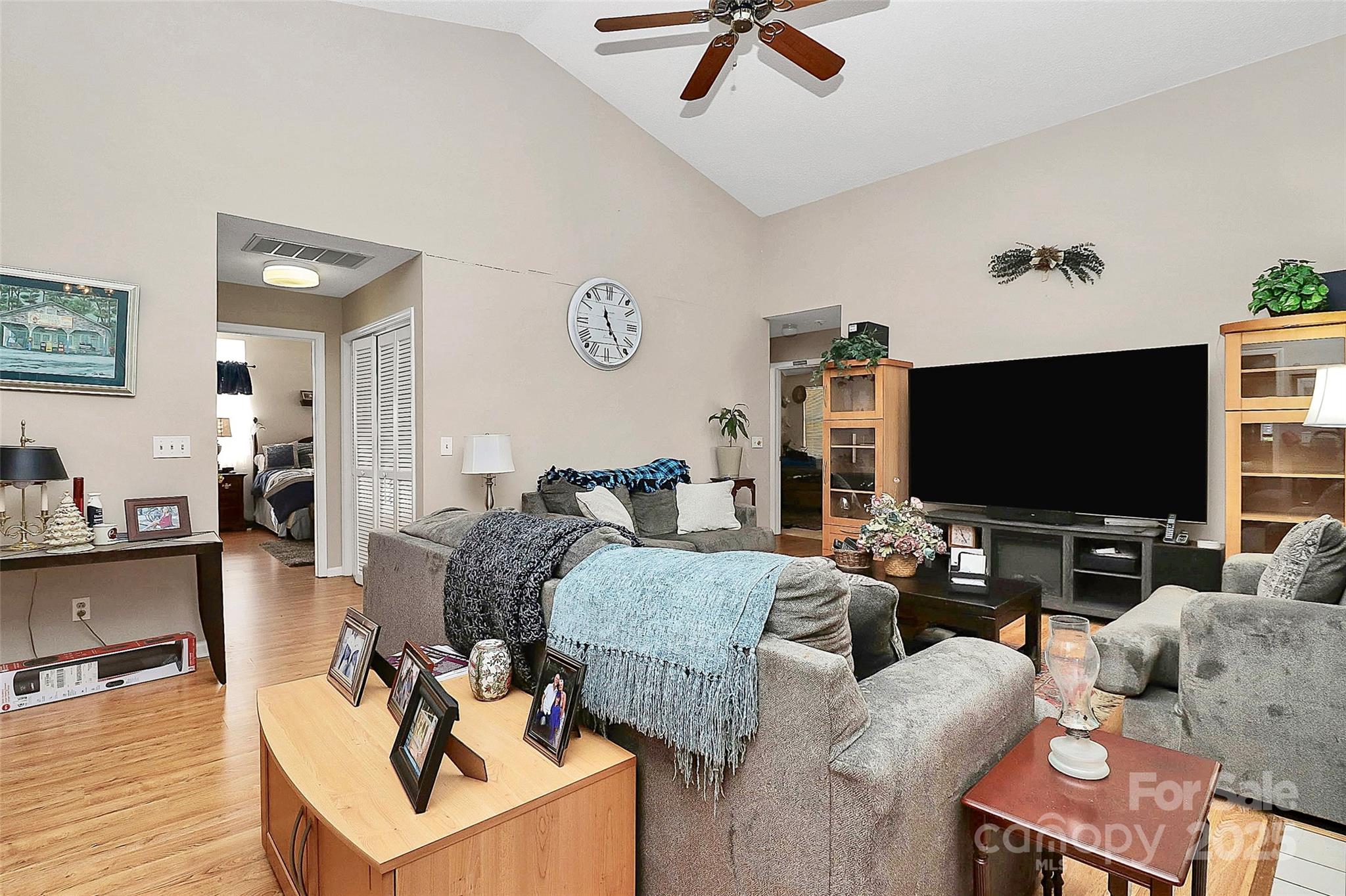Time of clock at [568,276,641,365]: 11:24
